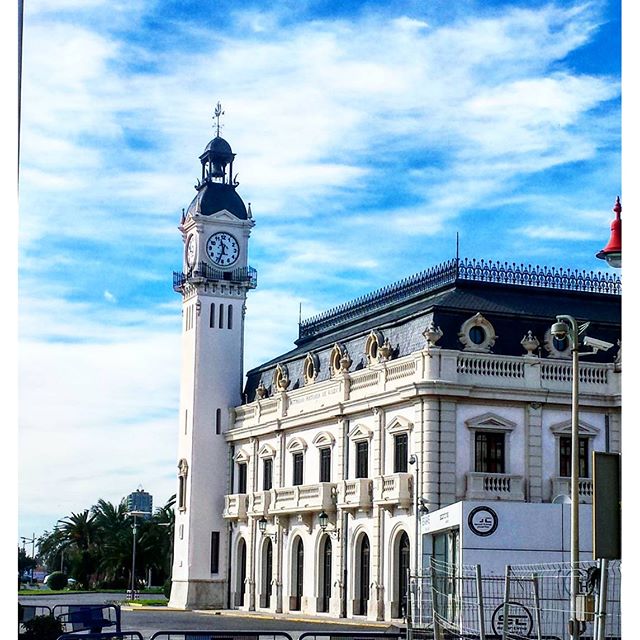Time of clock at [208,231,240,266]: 11:33
